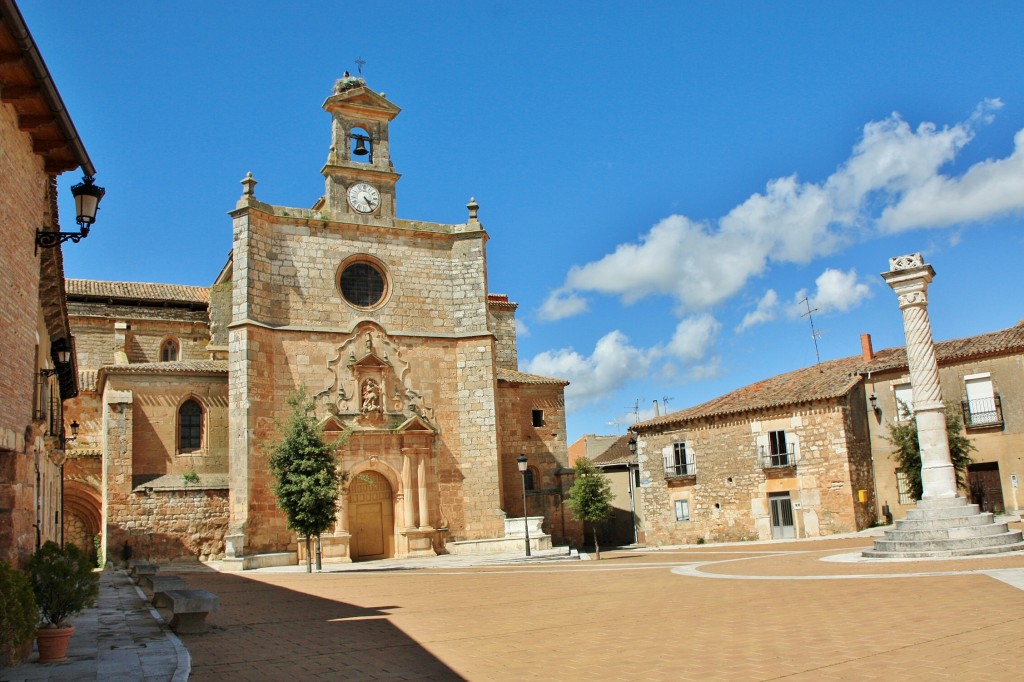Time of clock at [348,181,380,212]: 4:24
